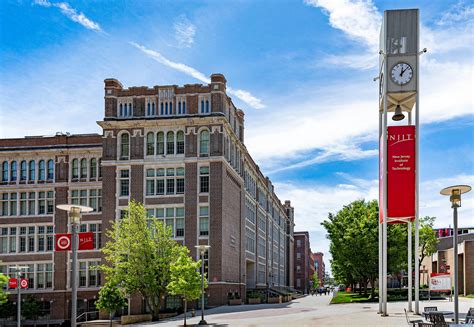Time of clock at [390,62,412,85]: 12:07
